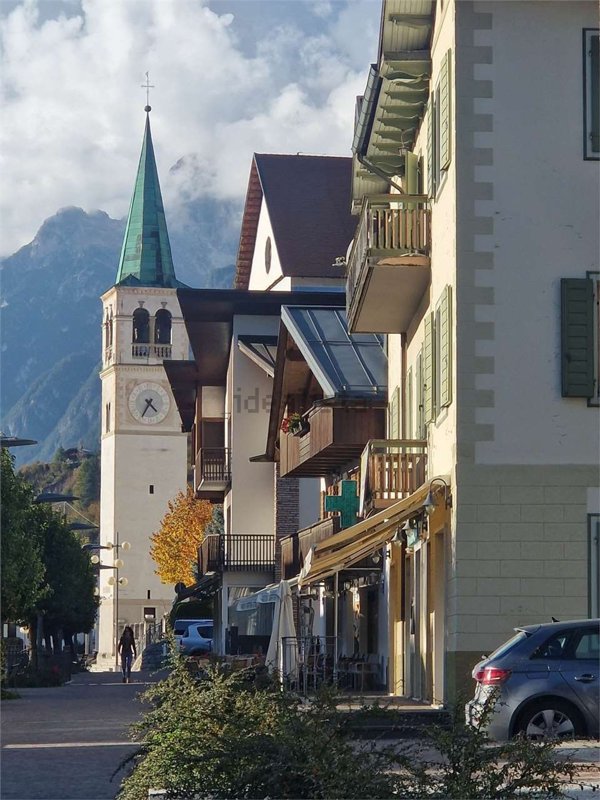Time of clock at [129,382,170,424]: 4:35
